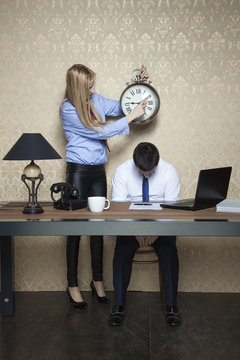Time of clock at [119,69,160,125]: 9:10
